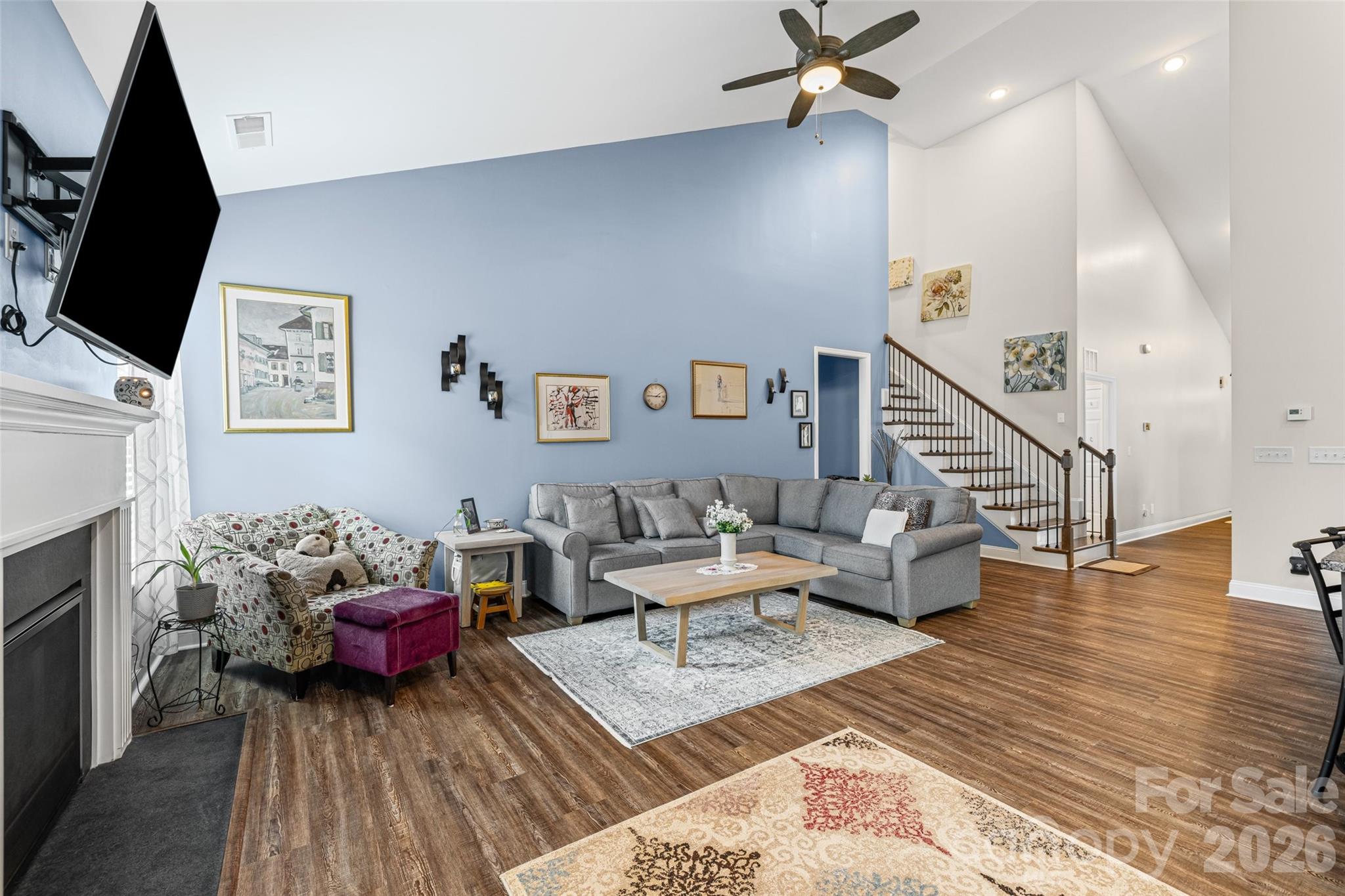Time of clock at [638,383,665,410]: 1:45
